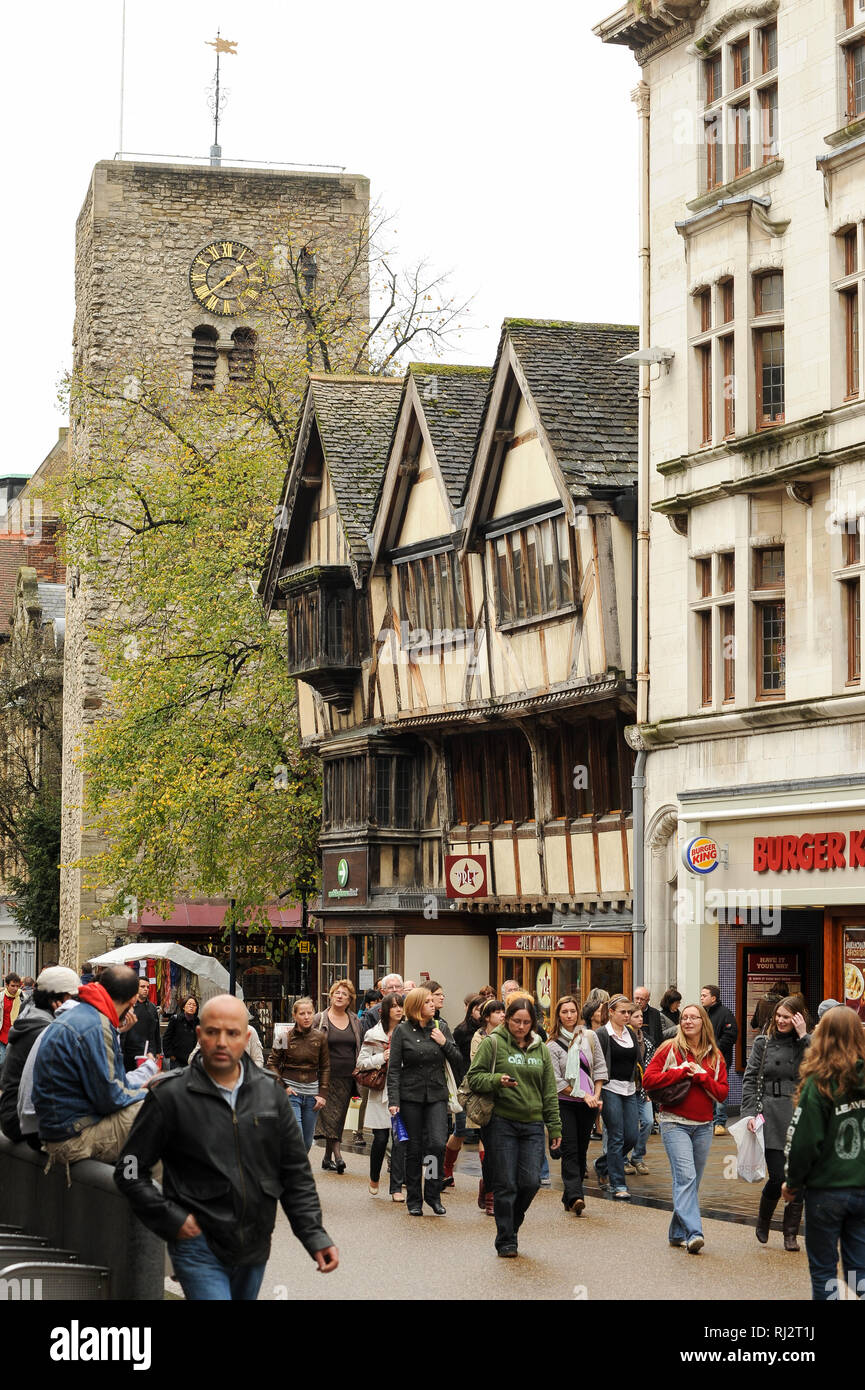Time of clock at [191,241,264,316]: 7:37
